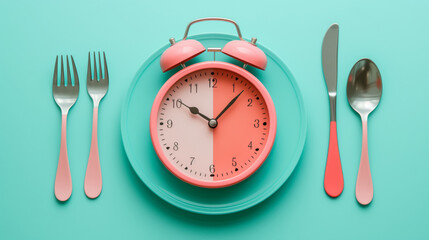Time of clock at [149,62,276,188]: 10:07
